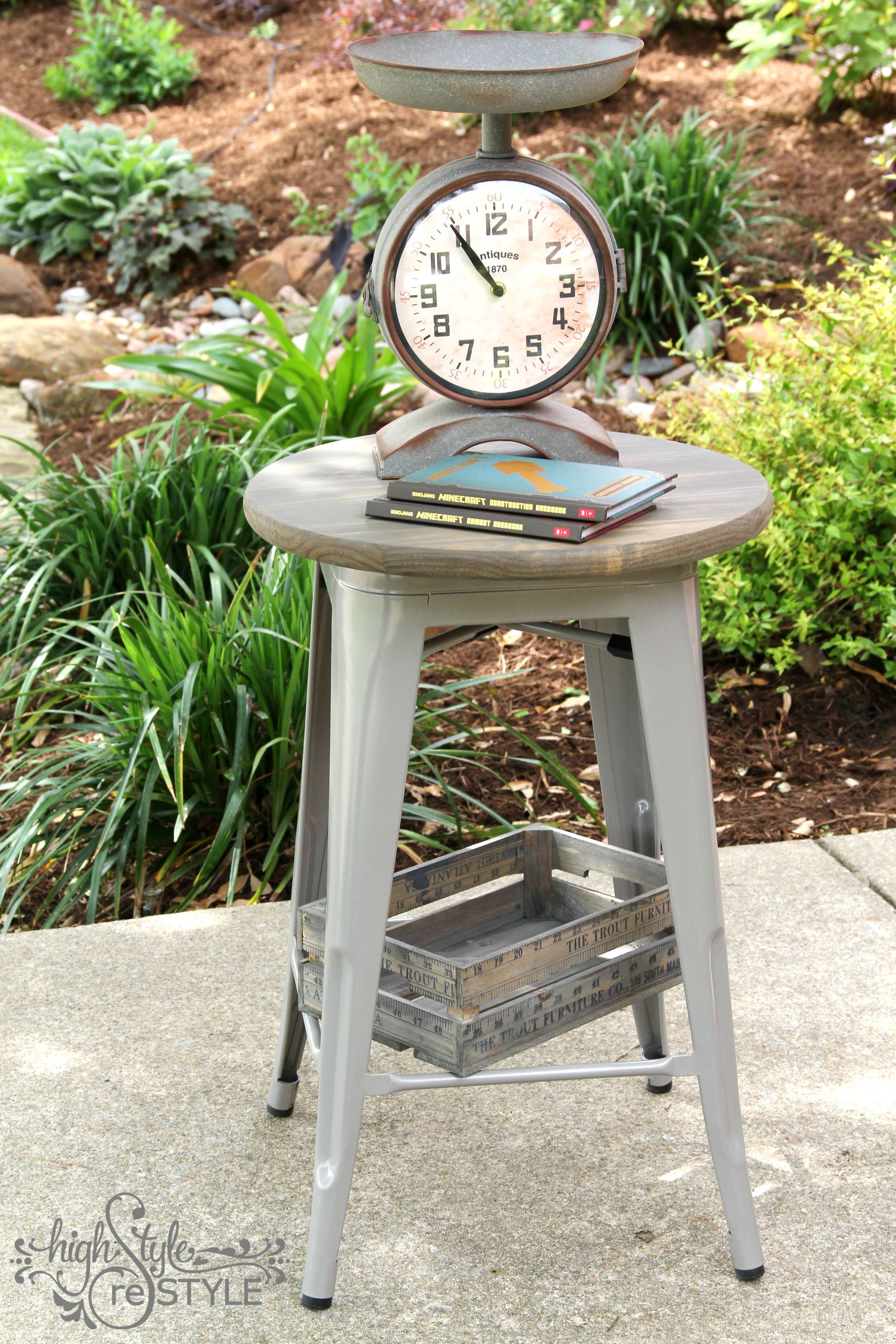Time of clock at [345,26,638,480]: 10:54
